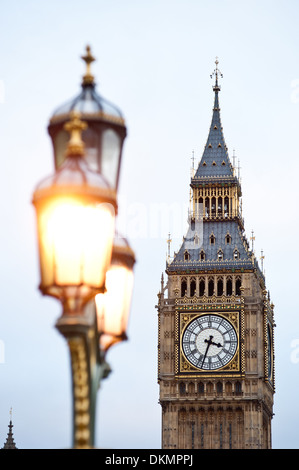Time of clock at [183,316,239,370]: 3:33
